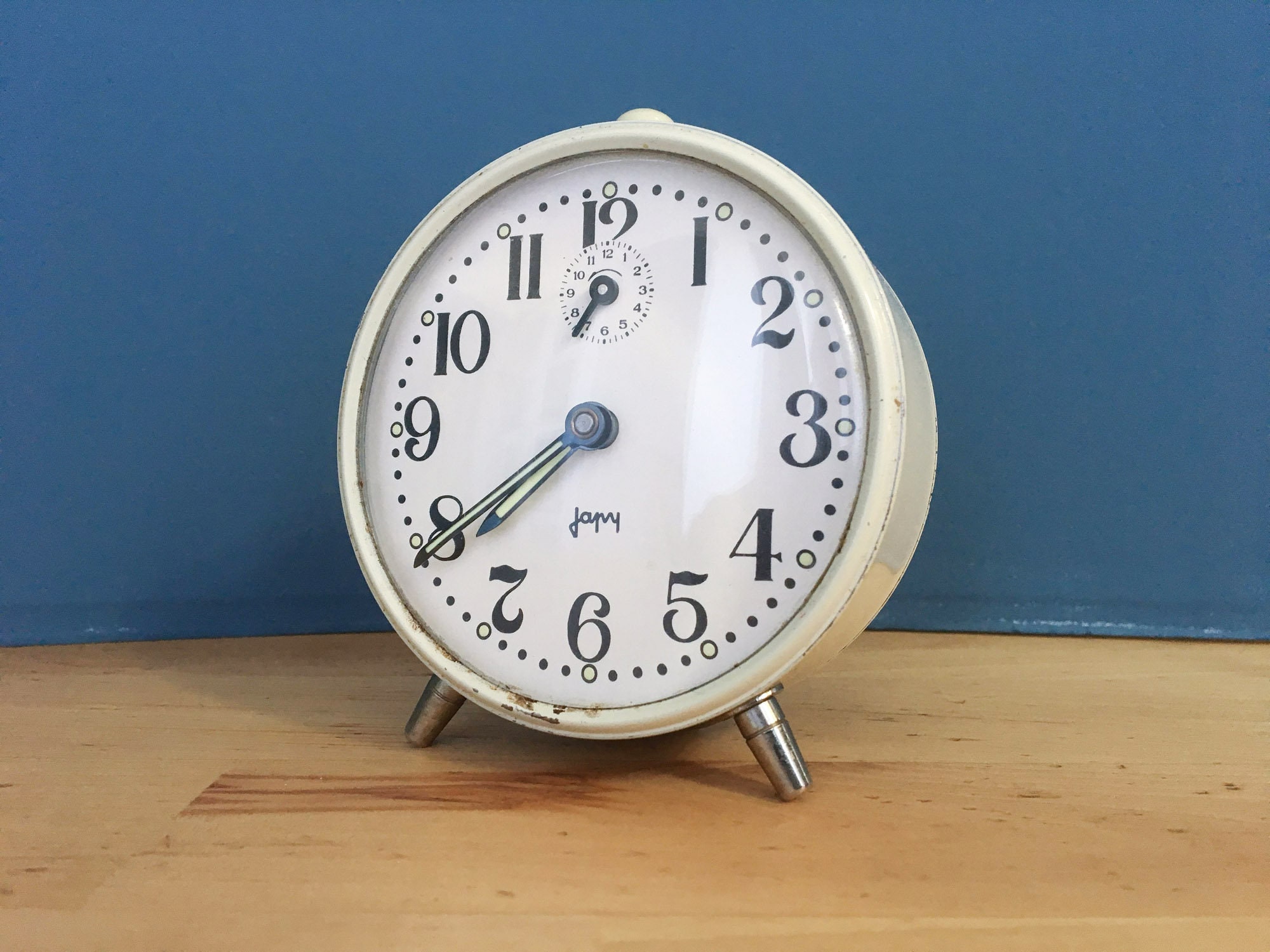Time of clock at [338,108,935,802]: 7:39
